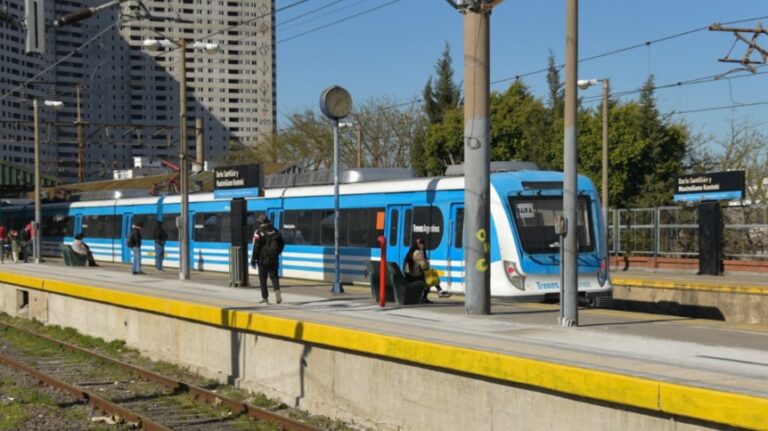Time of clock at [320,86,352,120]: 1:36
